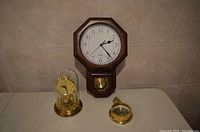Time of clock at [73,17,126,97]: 2:23
